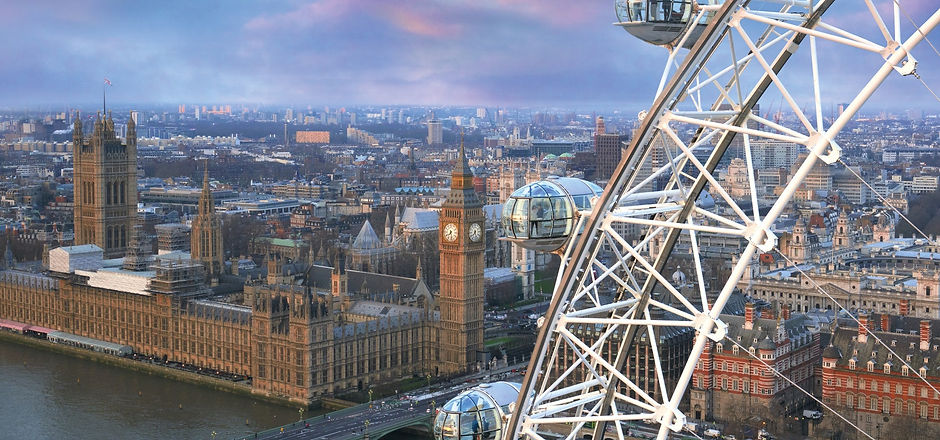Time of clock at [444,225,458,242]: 7:28
